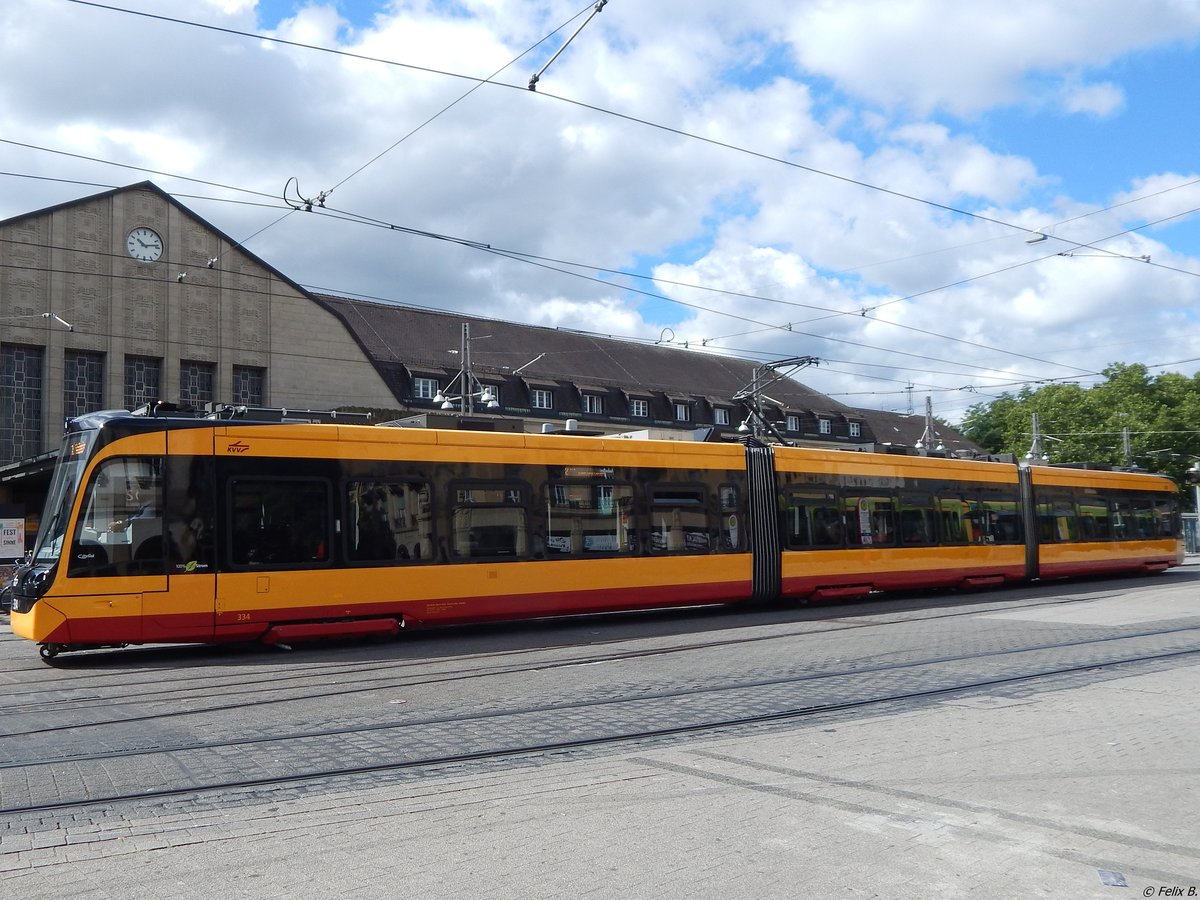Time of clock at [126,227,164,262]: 10:13
